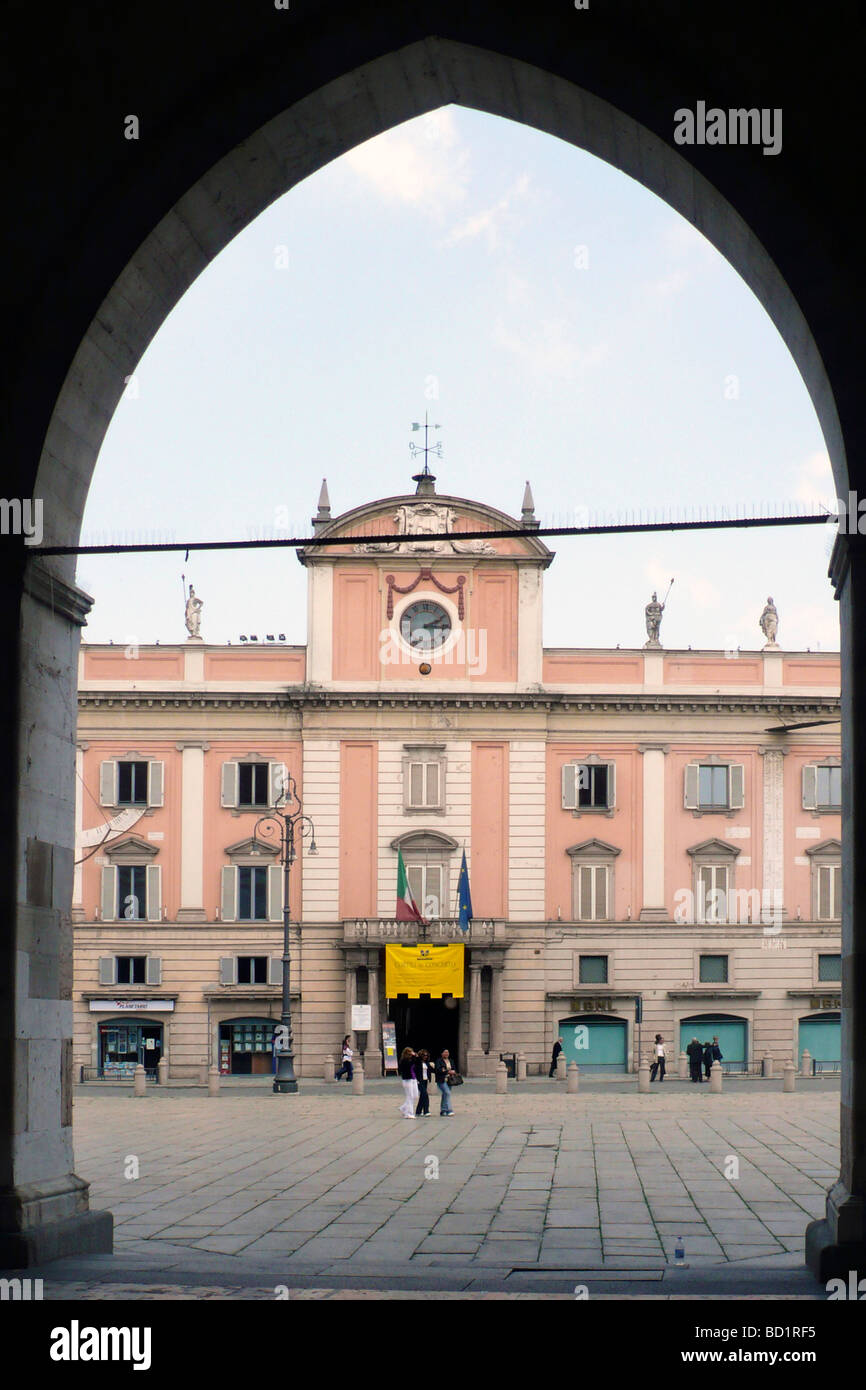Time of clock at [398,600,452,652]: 2:15
